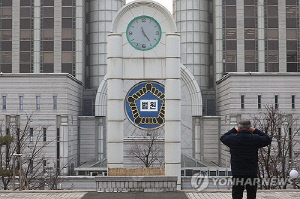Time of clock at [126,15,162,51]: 11:23
